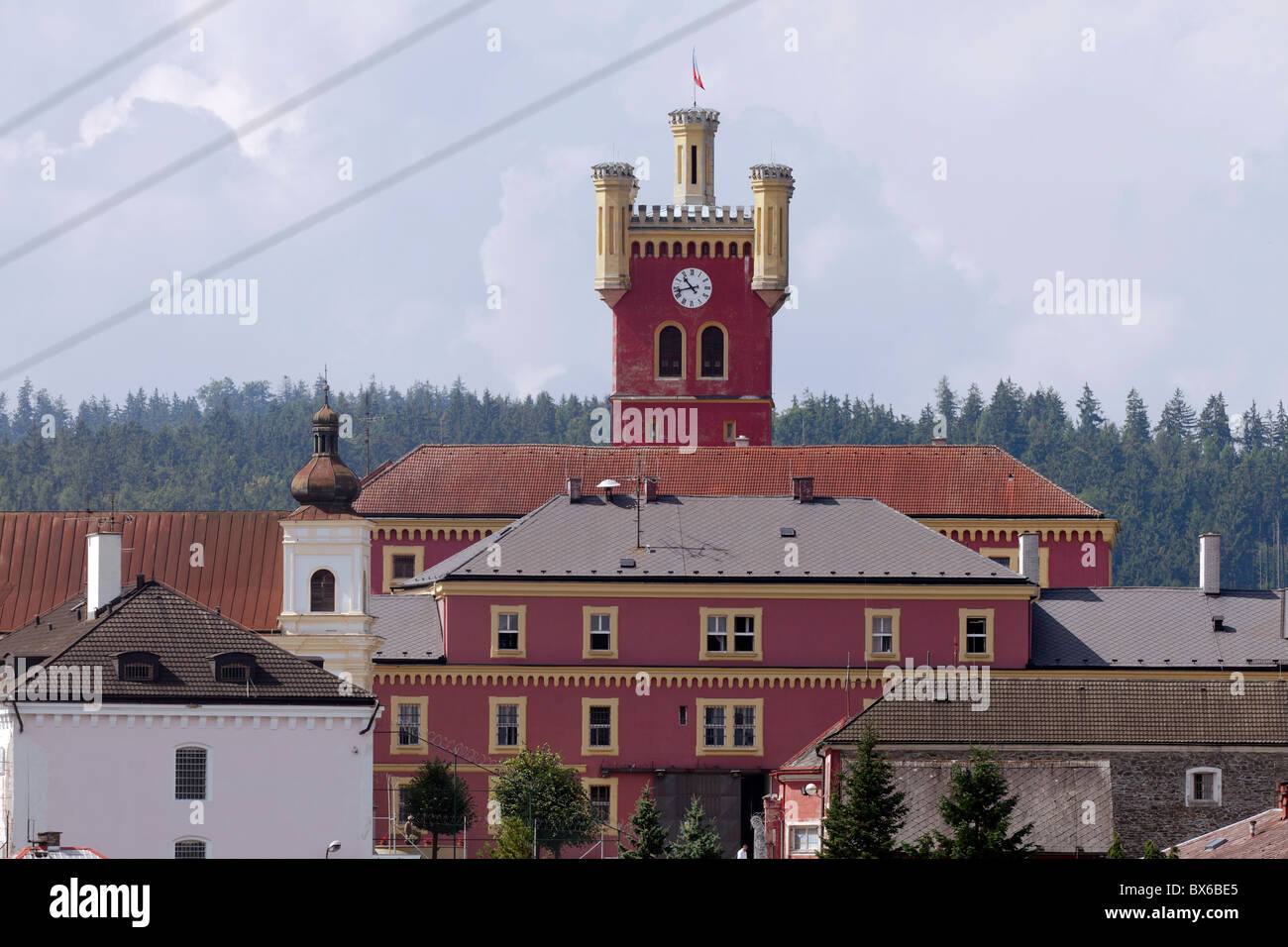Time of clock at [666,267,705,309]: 10:42
